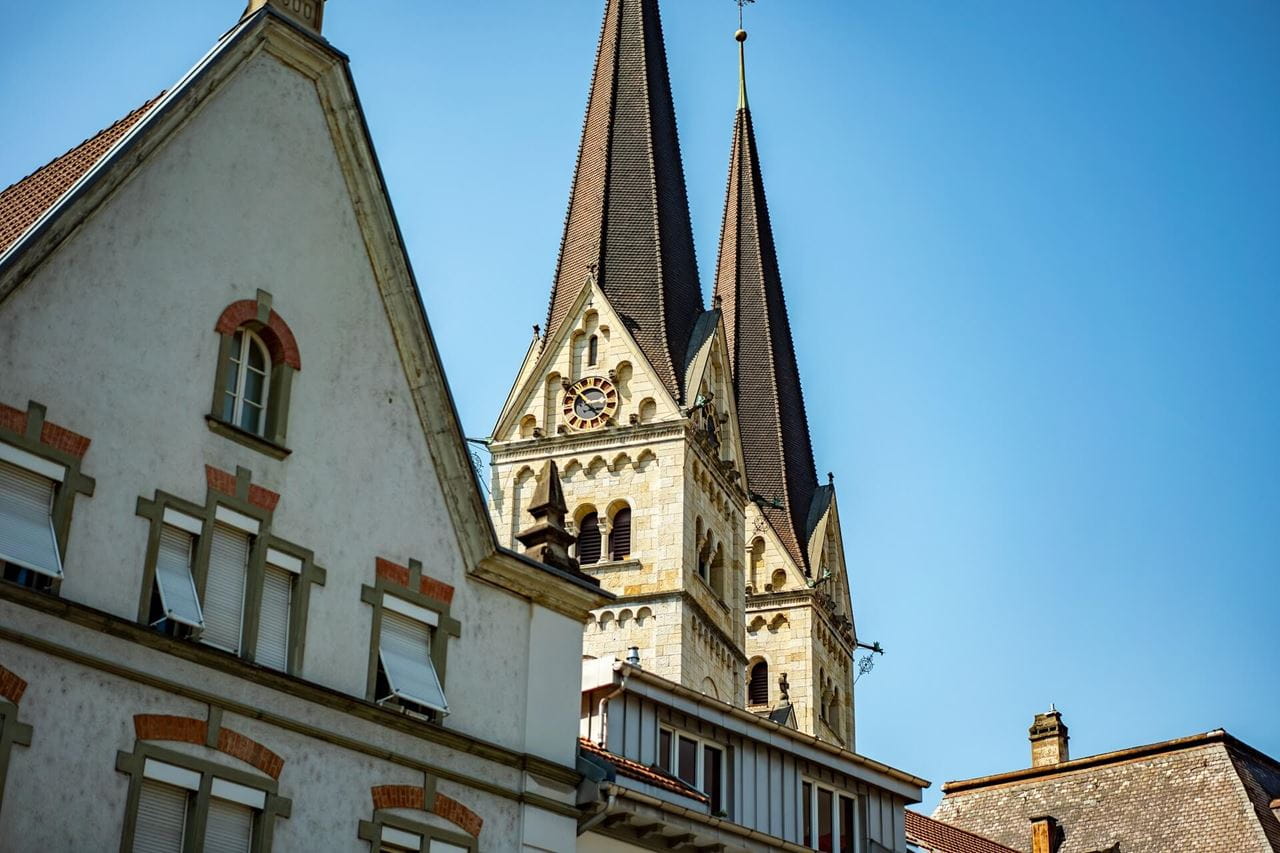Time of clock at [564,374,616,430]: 3:22
